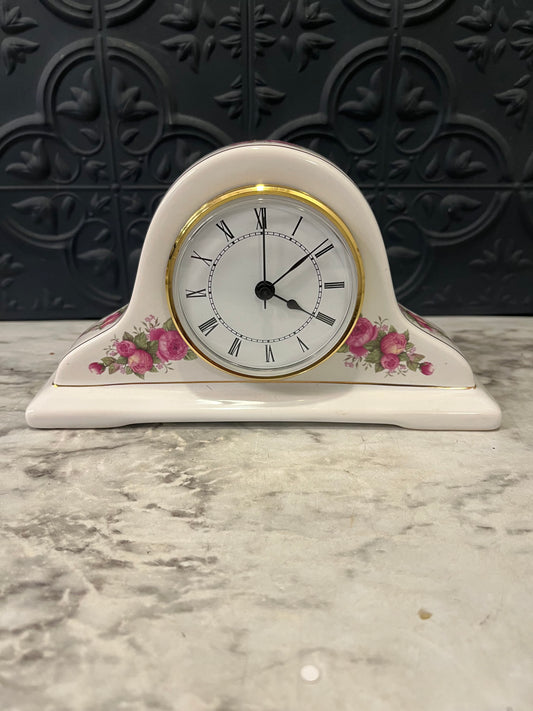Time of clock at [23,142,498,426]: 4:00
